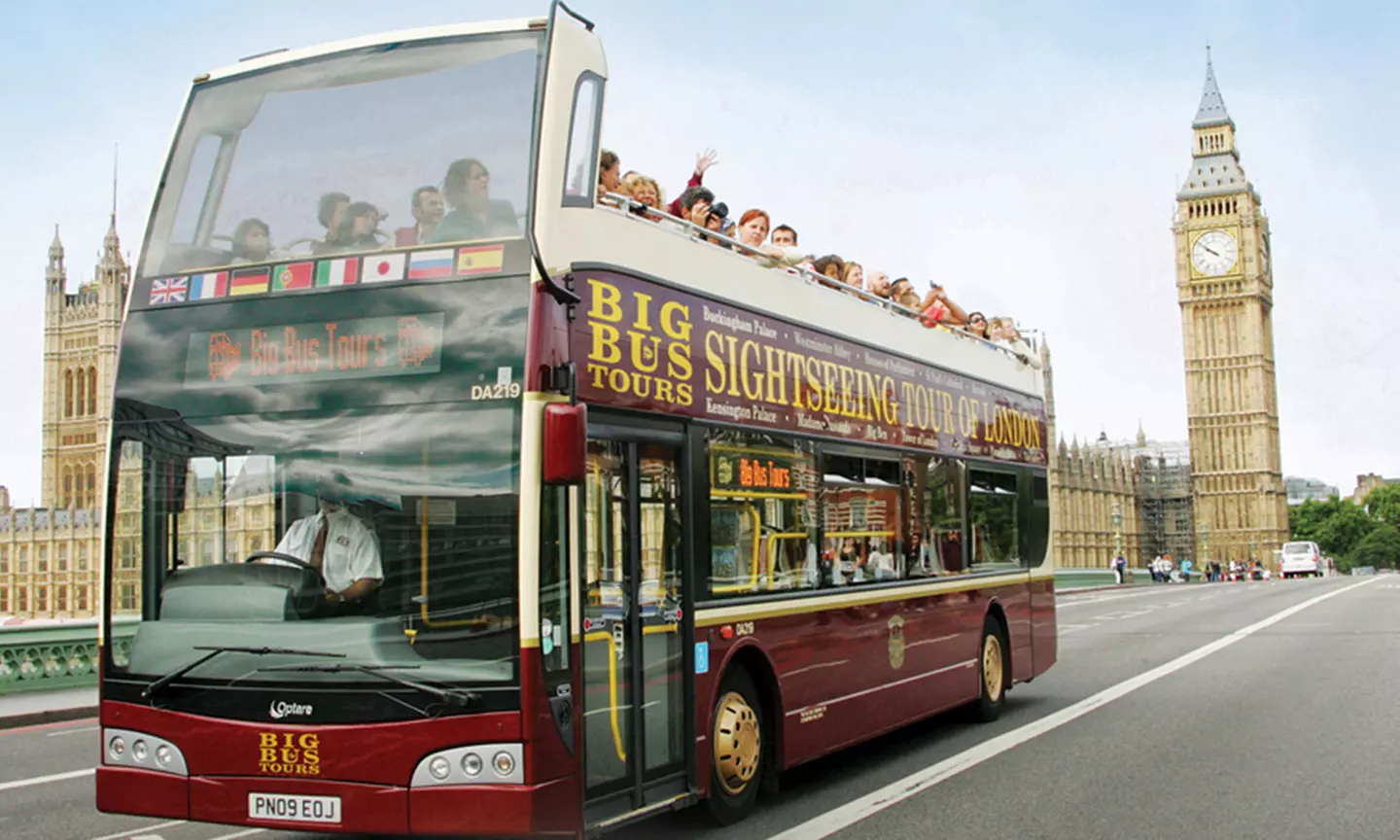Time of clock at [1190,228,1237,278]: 9:50
